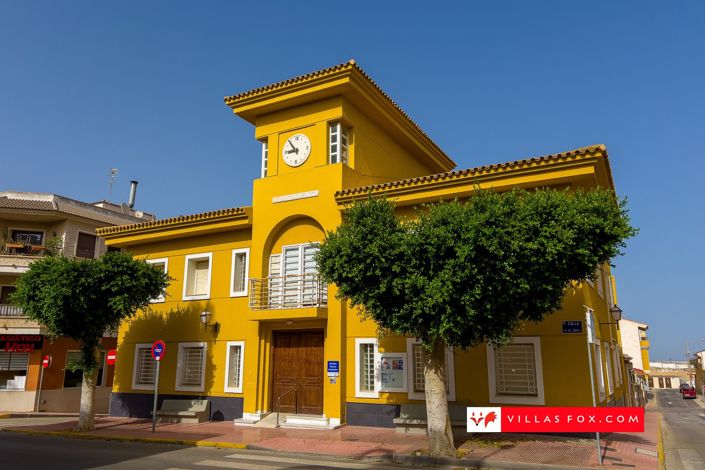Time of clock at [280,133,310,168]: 8:53
